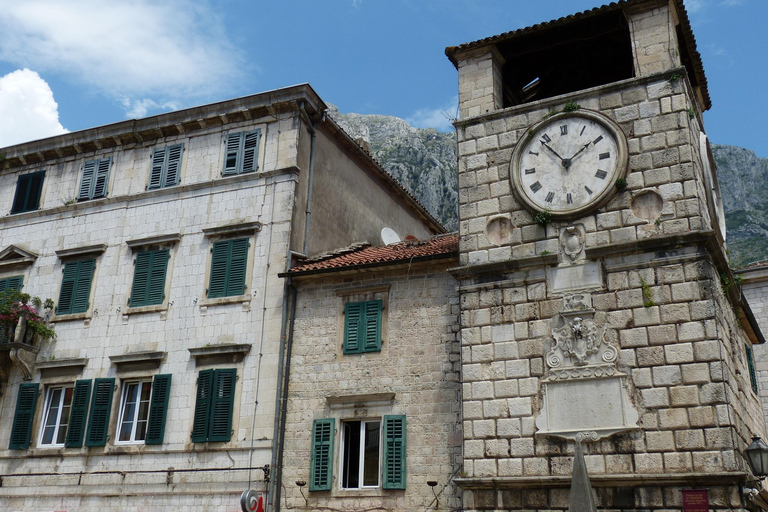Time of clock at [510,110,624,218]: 1:53
